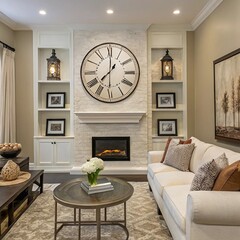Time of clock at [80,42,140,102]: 7:30
